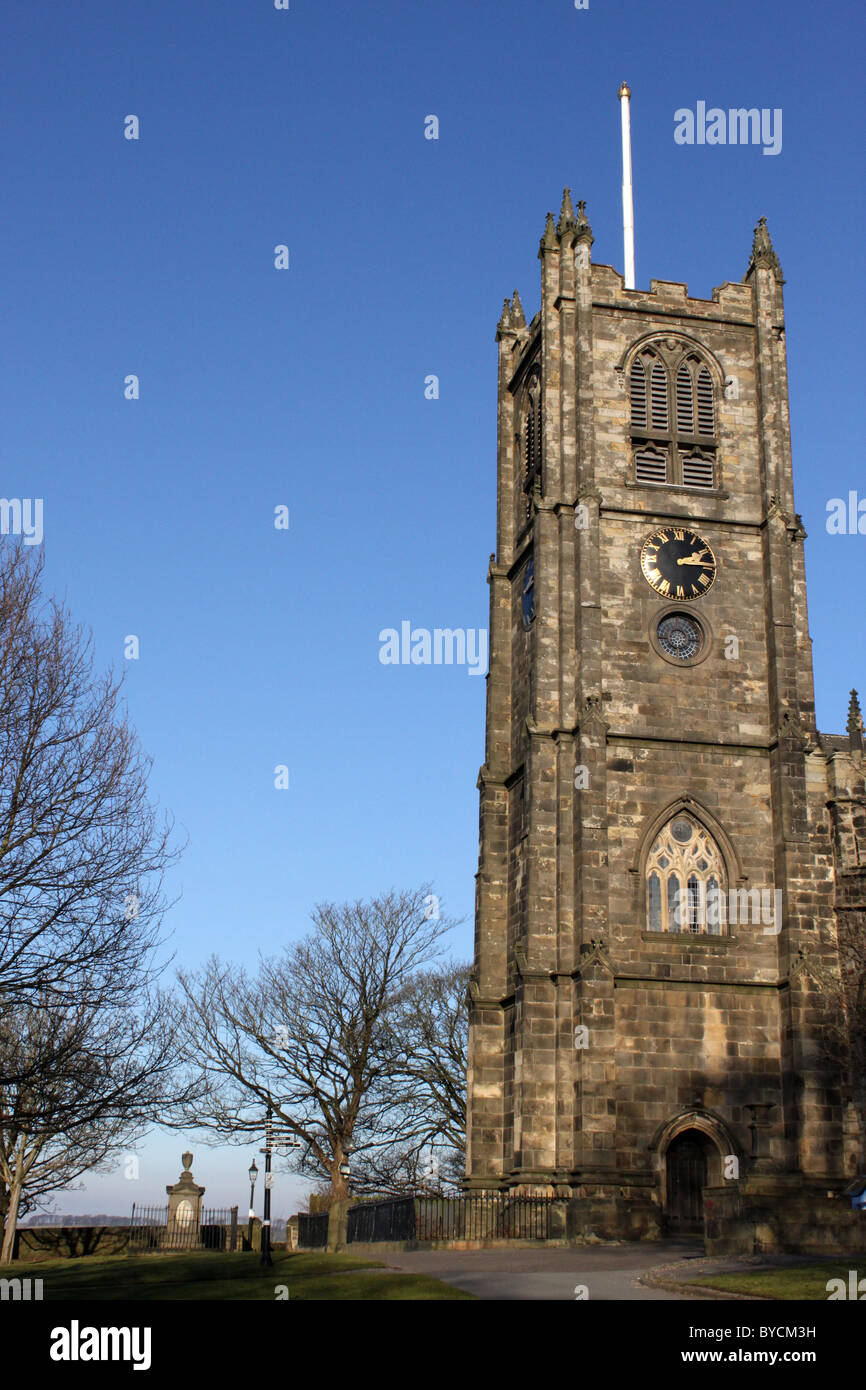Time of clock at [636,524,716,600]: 2:14
